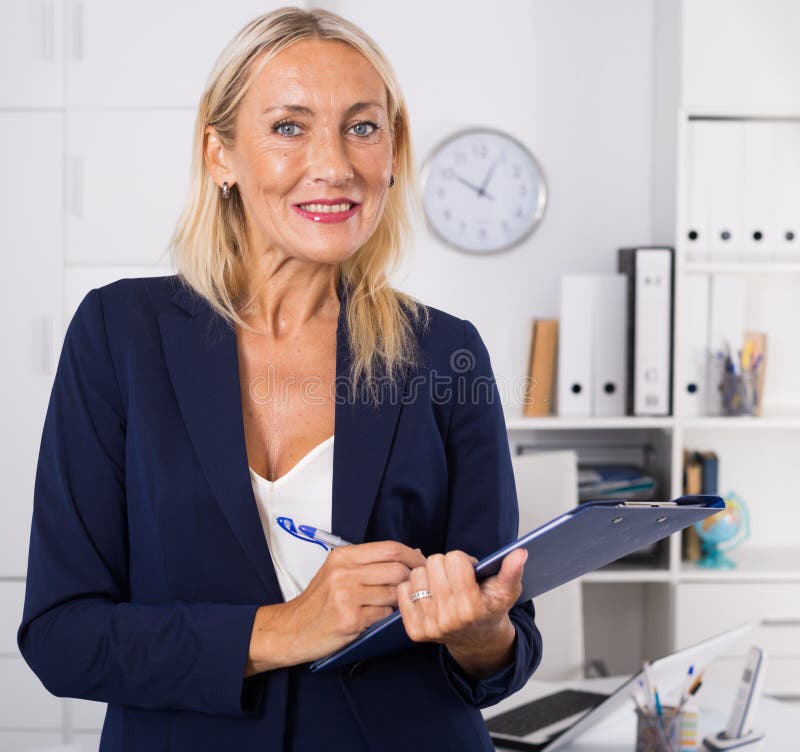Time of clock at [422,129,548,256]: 12:50
